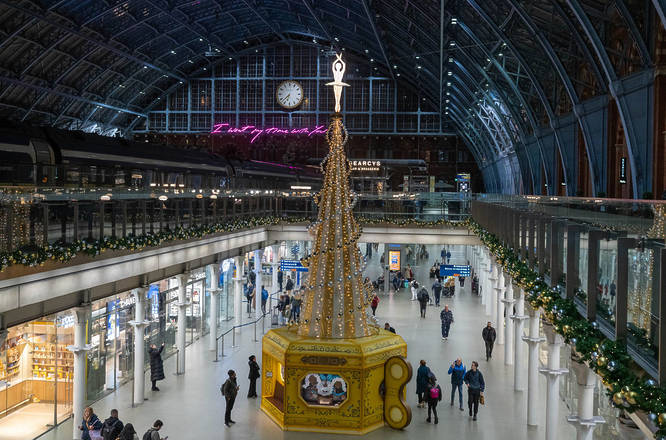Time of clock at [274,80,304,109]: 6:37
